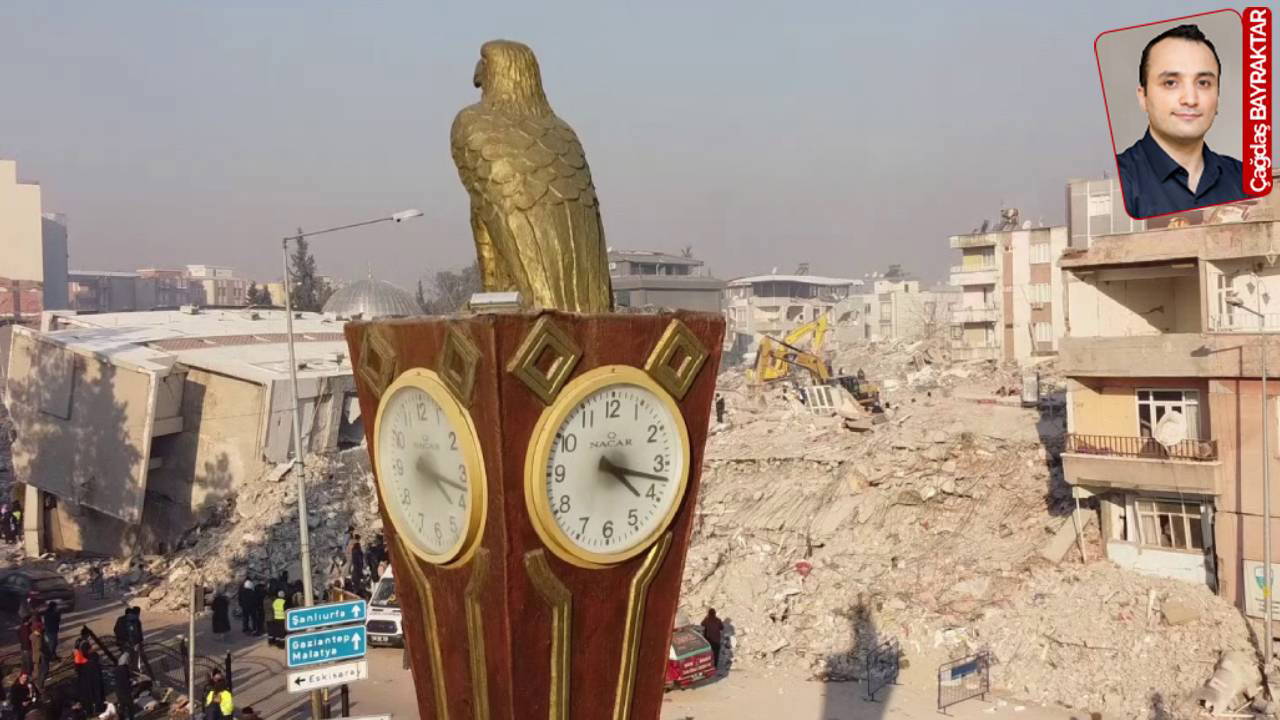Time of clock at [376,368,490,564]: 4:17
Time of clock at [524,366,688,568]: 4:17
